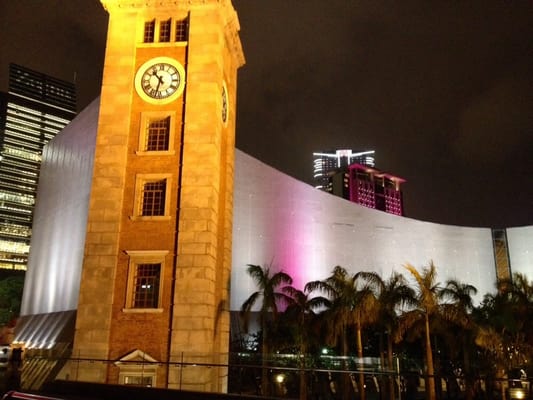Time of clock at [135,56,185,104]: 10:32
